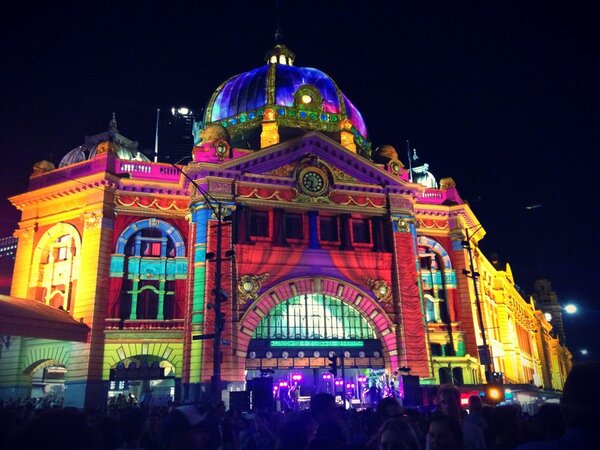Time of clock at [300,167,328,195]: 9:32
